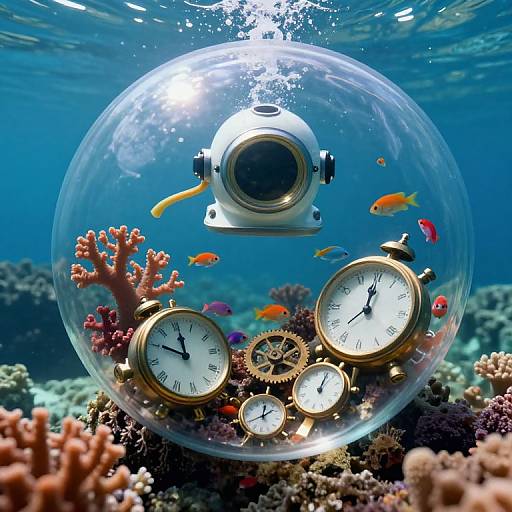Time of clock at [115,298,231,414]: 10:00
